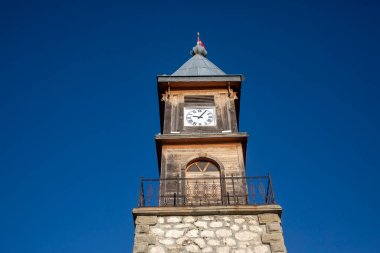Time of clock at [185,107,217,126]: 9:05
